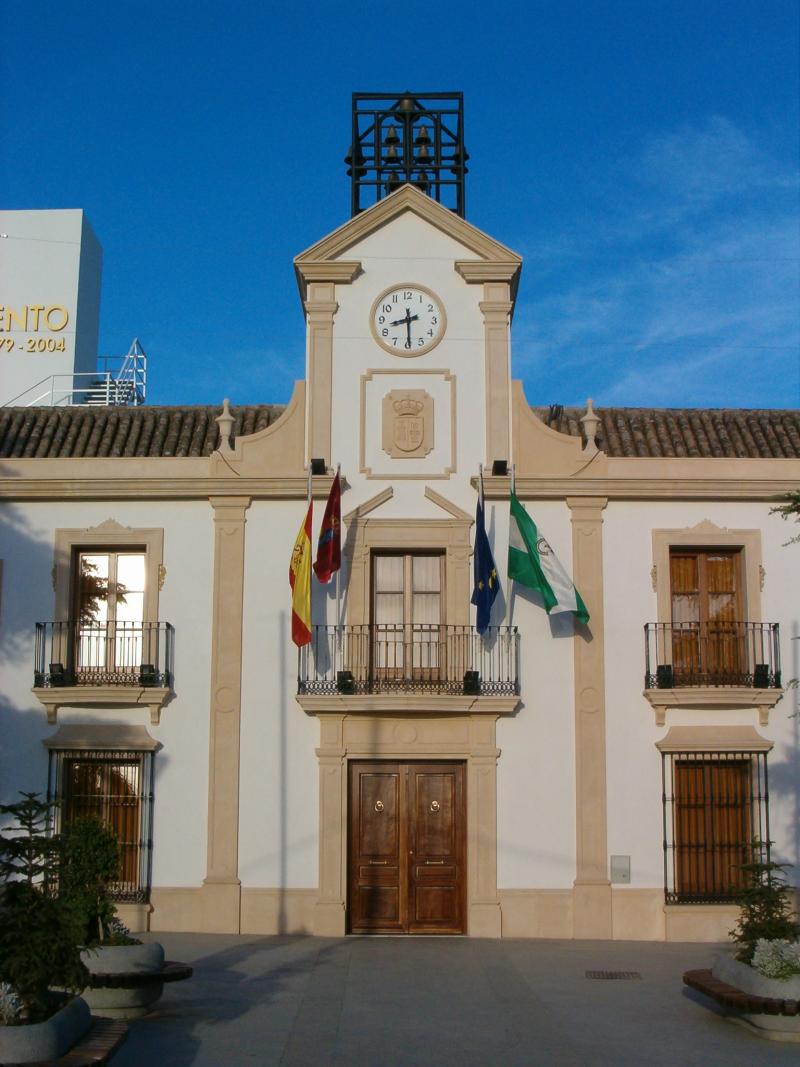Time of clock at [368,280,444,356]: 8:29
